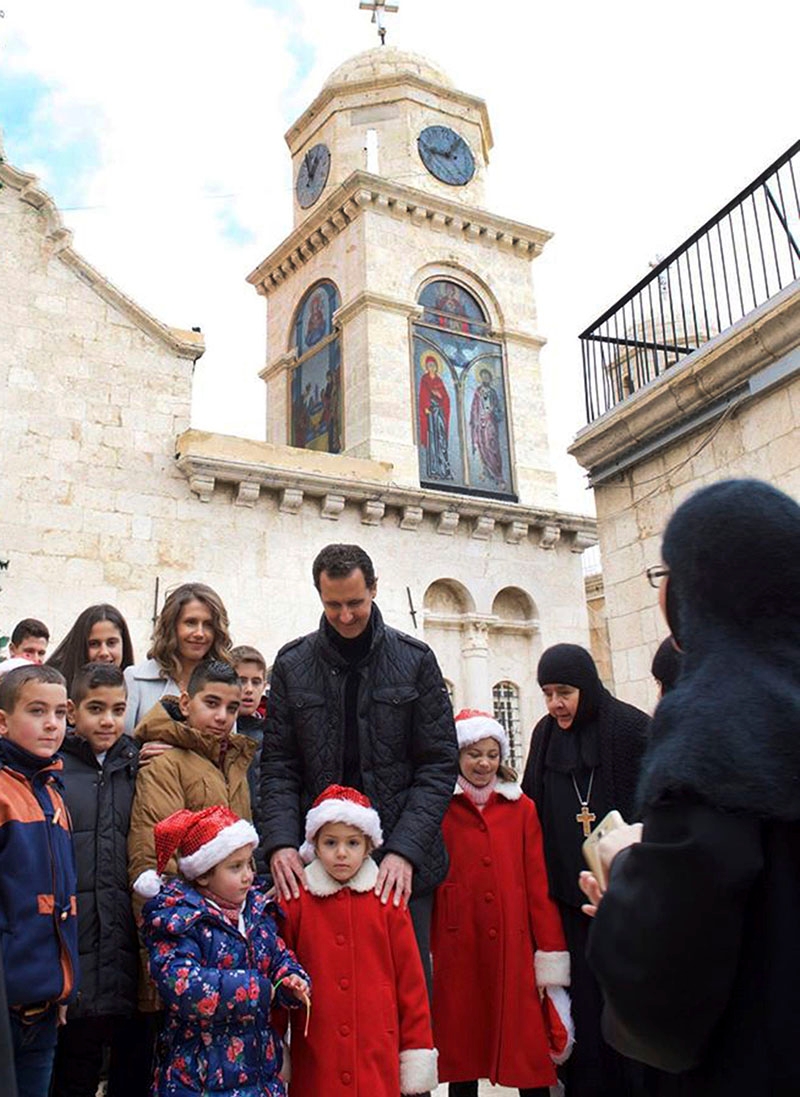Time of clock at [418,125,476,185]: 9:07
